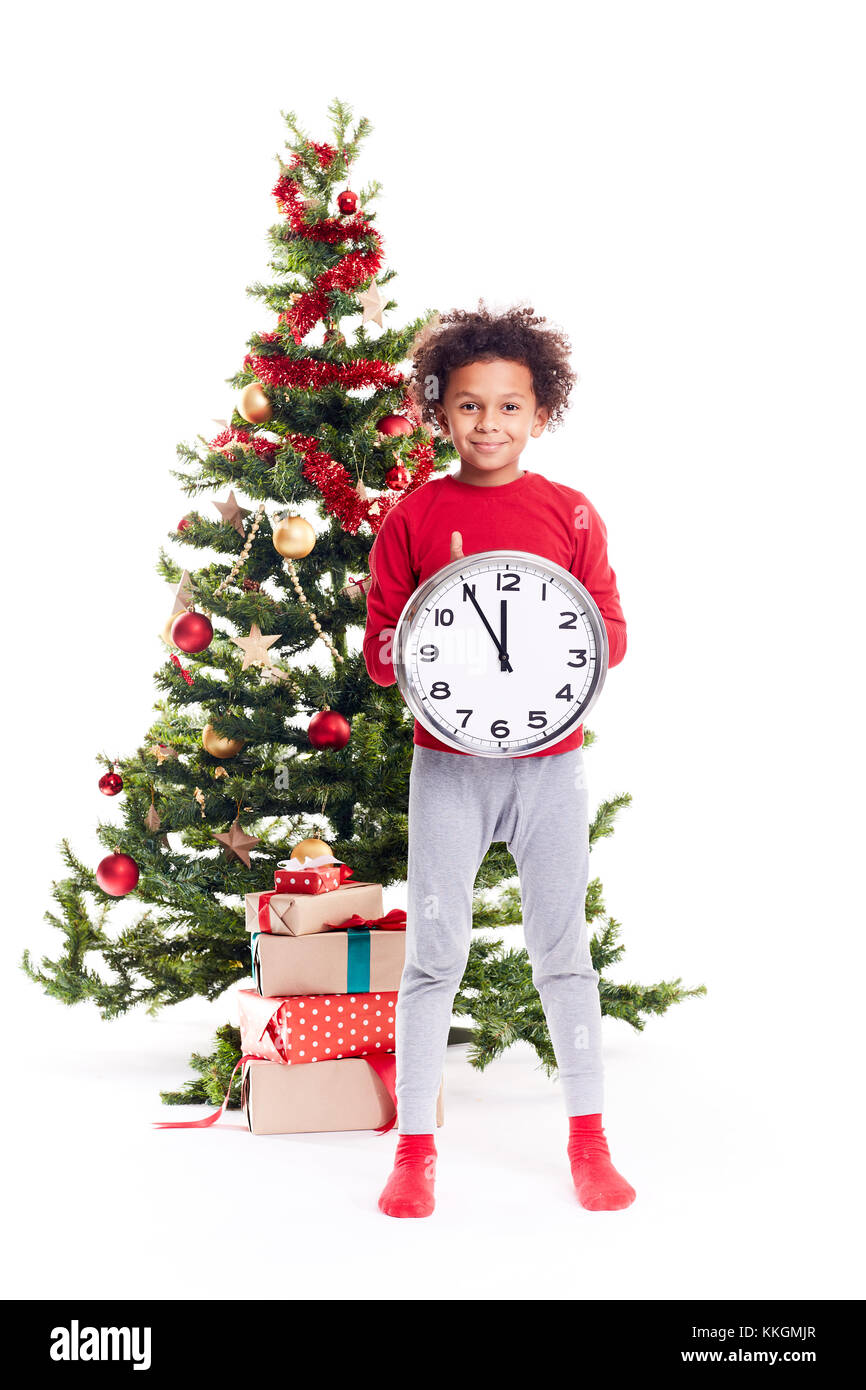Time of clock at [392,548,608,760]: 11:54
